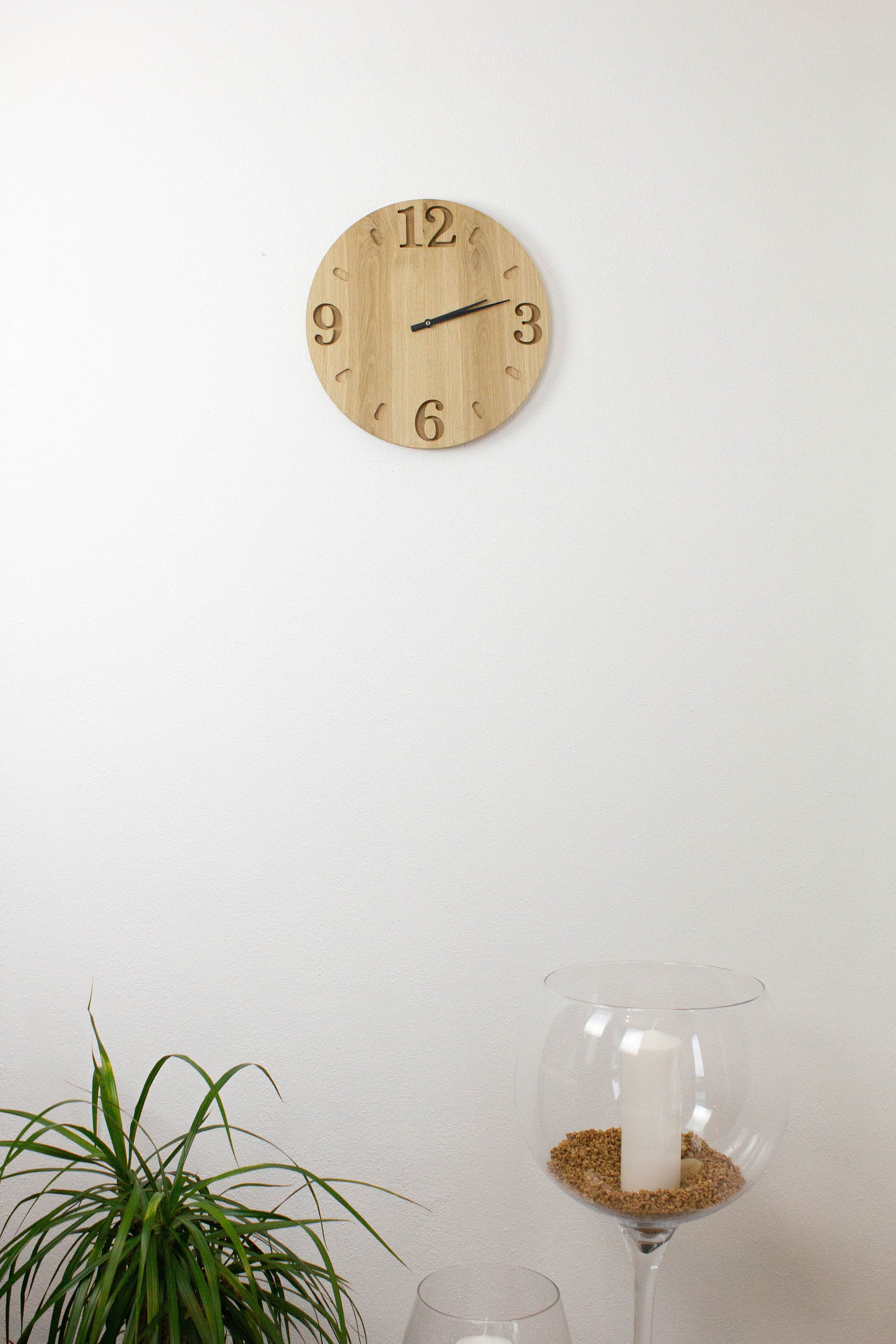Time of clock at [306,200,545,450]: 2:12
